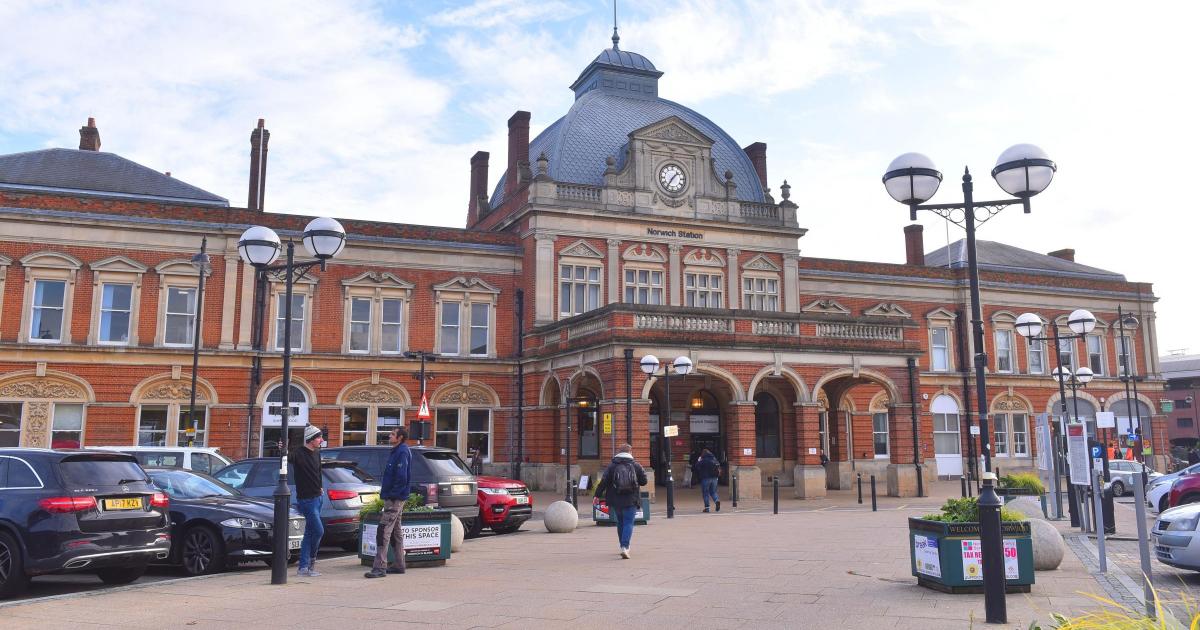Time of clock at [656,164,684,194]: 1:35
